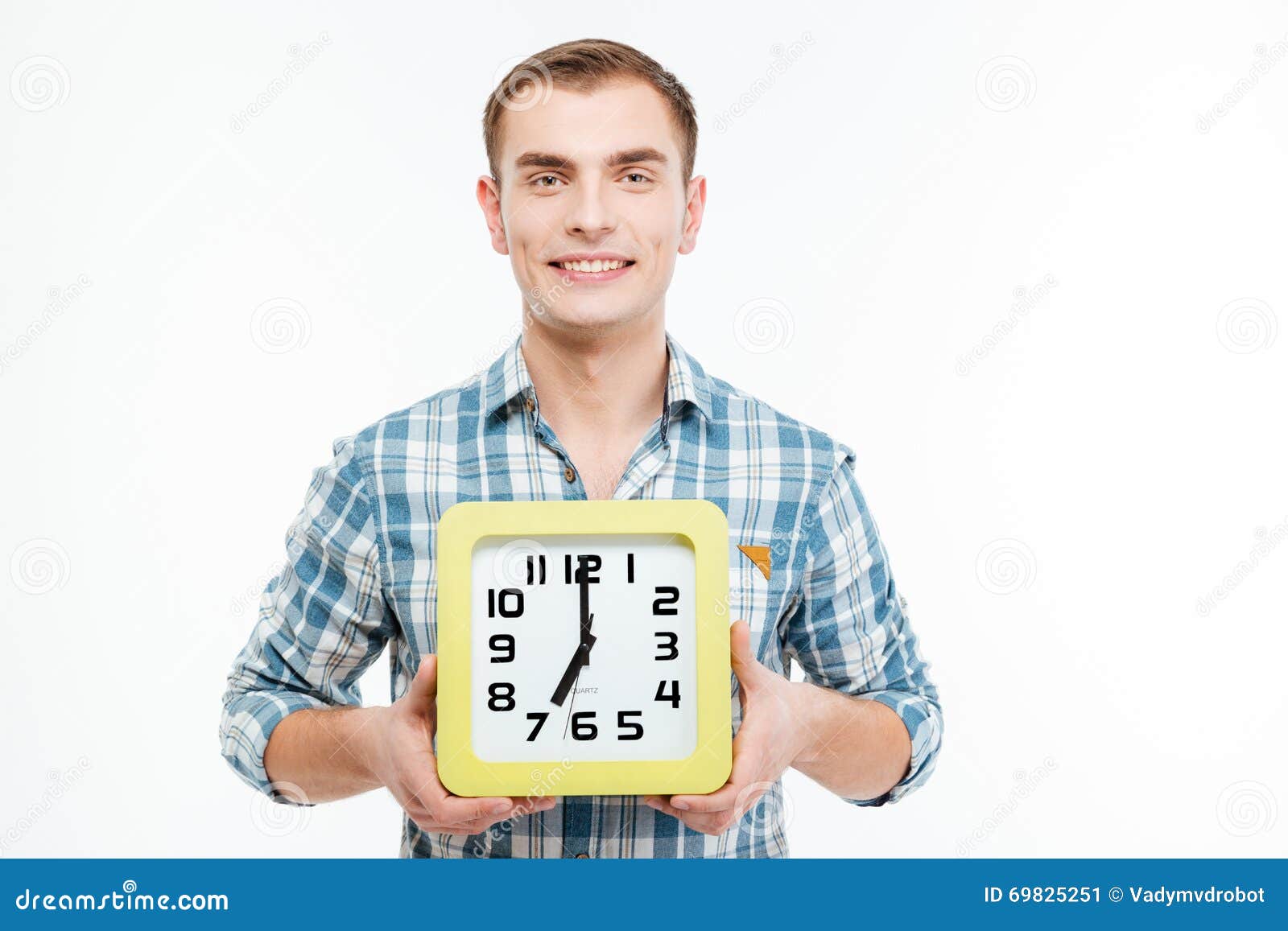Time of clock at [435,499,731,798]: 7:00
